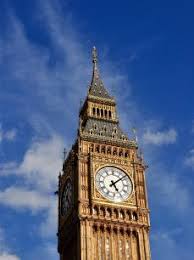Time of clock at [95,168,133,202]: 5:08
